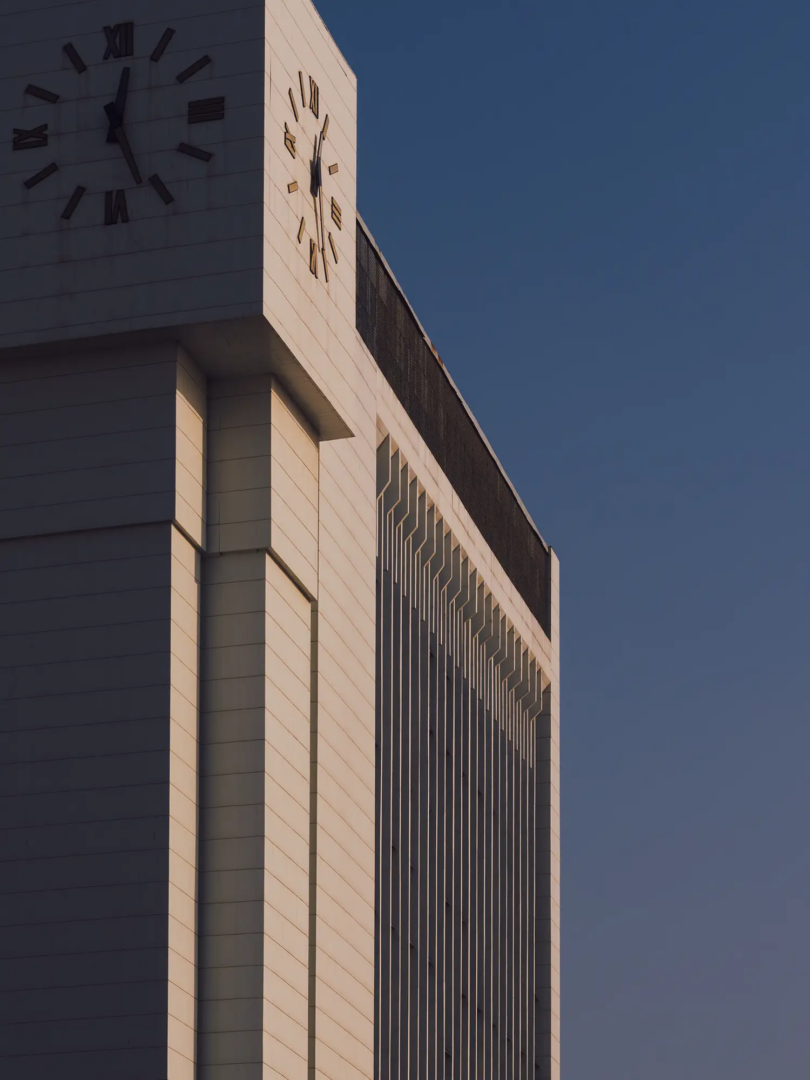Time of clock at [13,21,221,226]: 12:26
